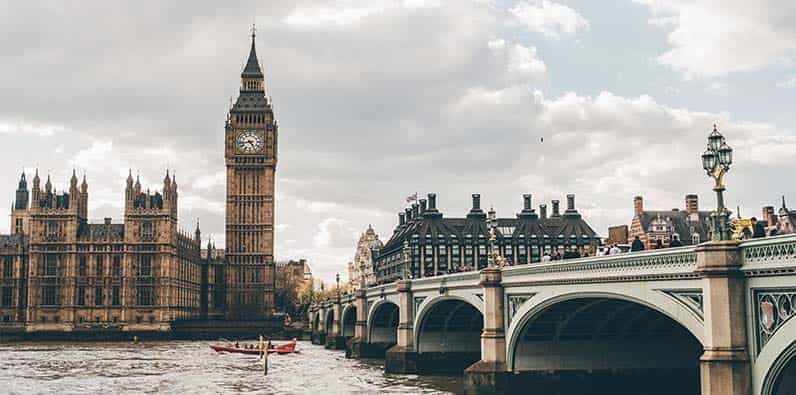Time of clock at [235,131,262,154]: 4:42
